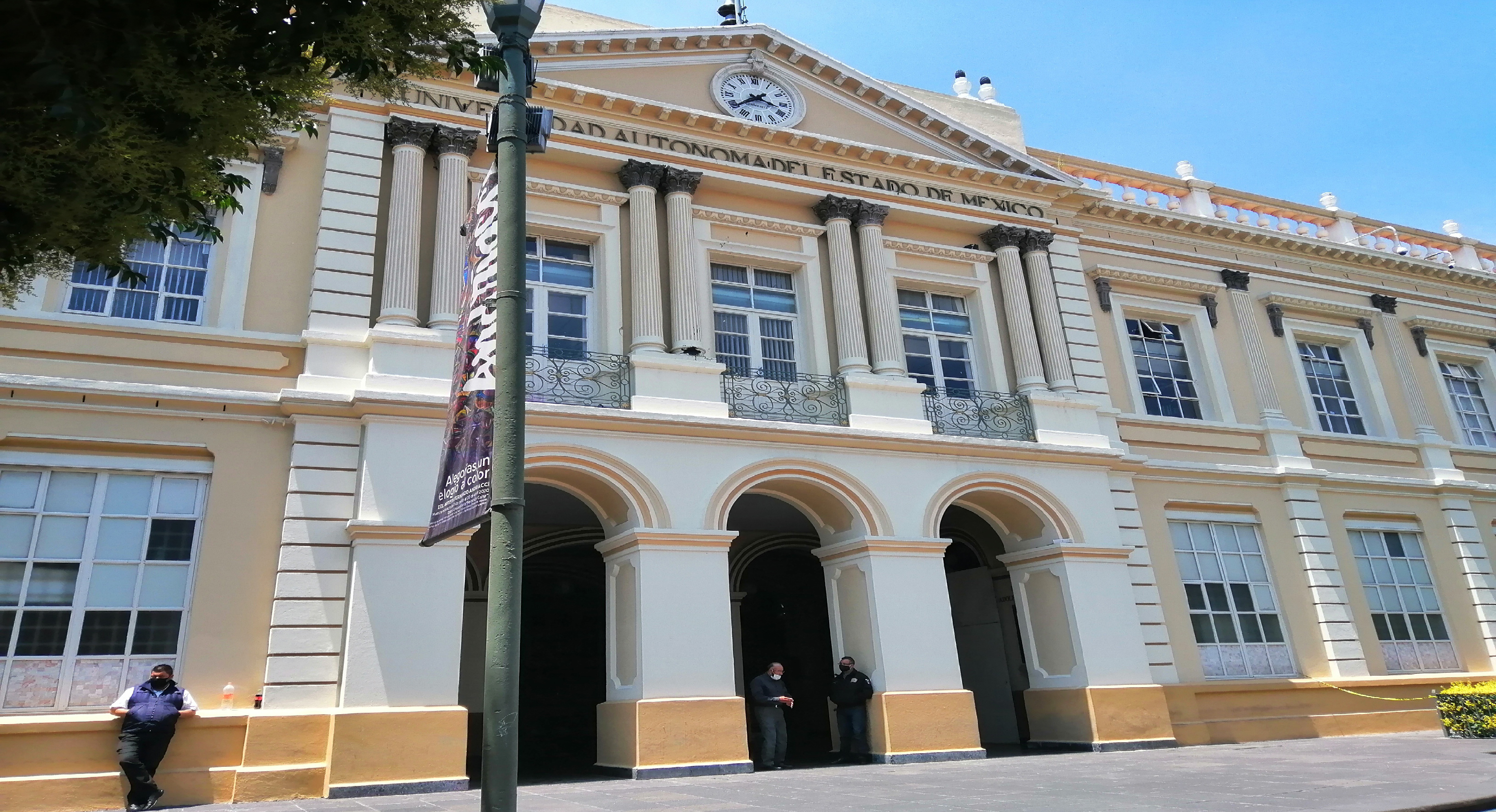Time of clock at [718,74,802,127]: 3:38
